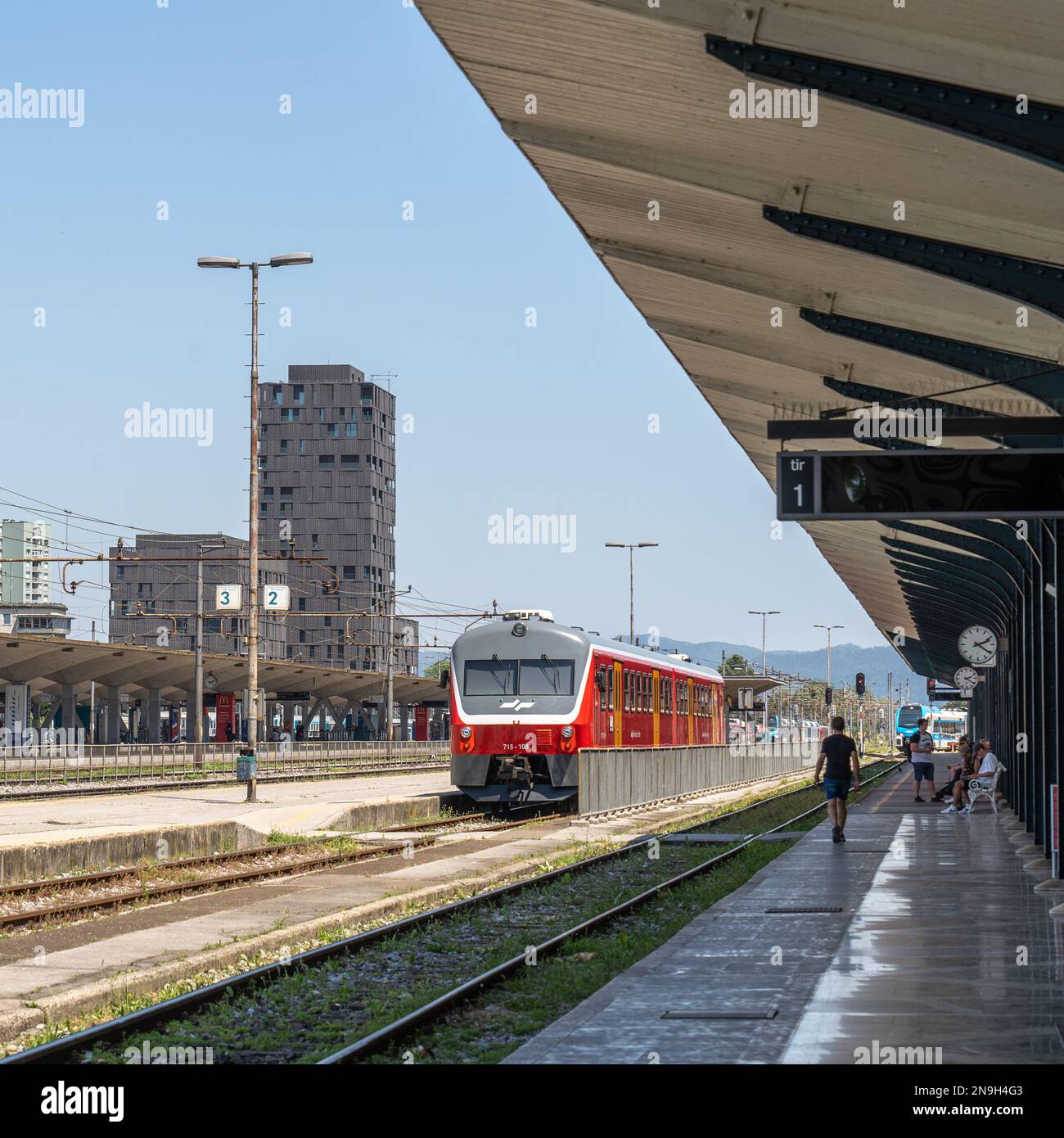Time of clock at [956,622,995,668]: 2:21
